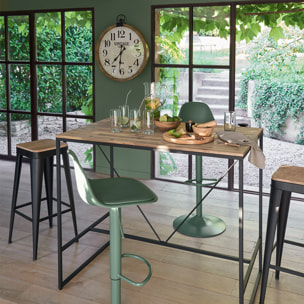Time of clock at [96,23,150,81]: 7:31
